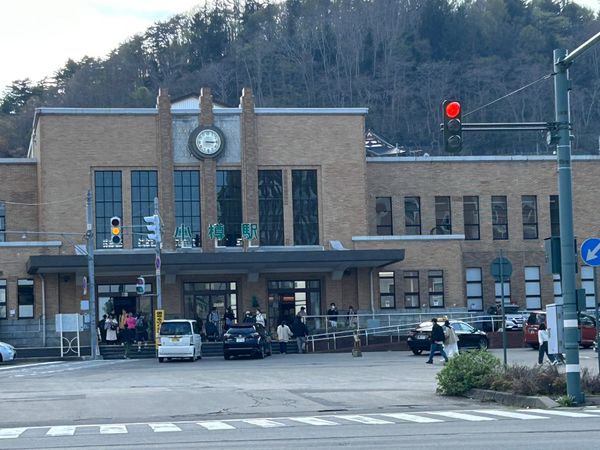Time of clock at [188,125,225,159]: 3:15
